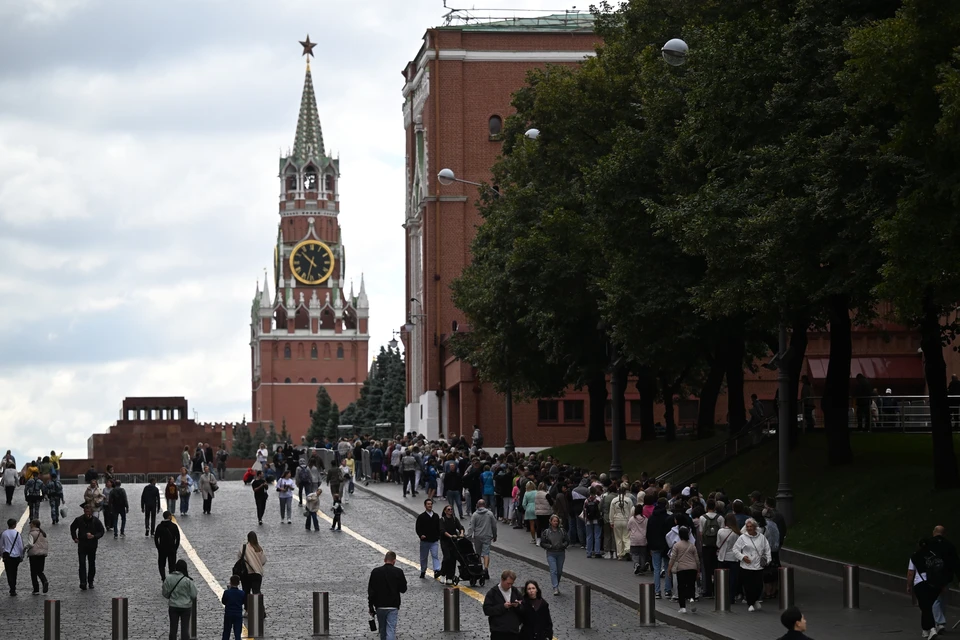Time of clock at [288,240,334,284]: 10:32
